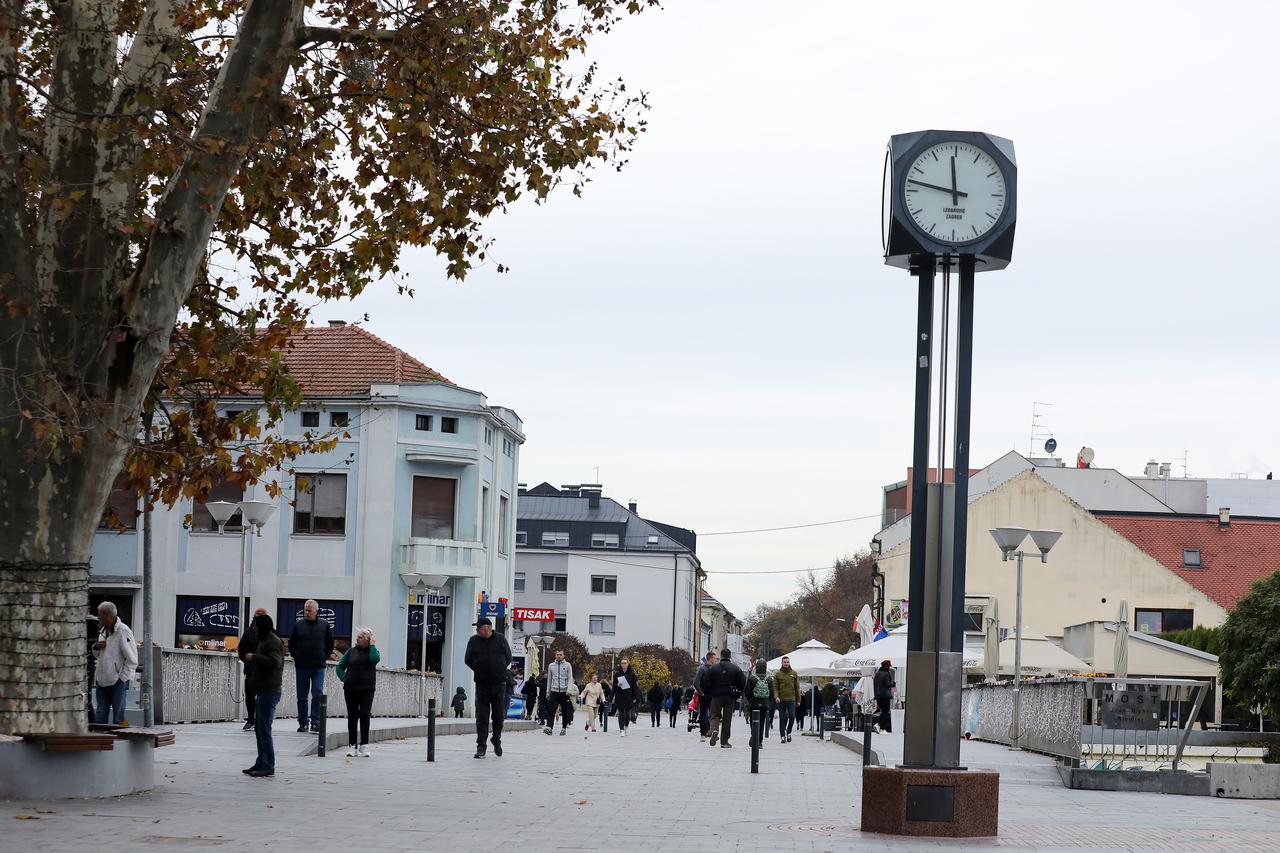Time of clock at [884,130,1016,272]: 11:46
